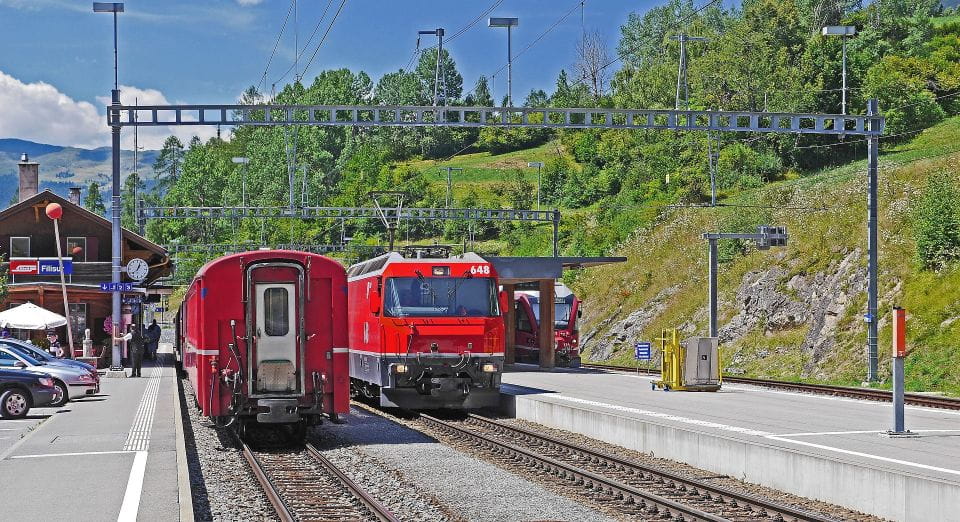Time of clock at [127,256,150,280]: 1:03
